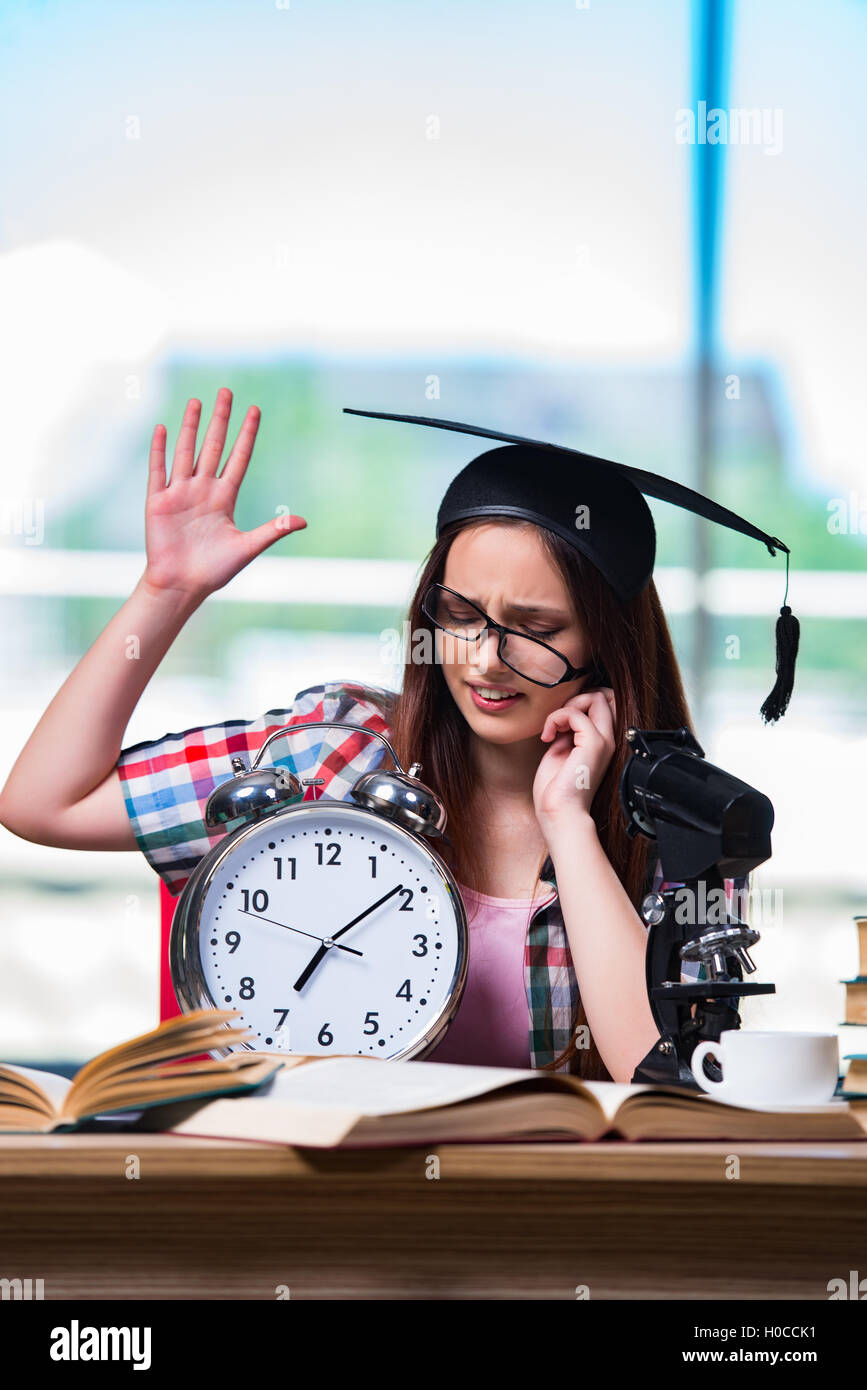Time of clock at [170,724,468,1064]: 7:08
